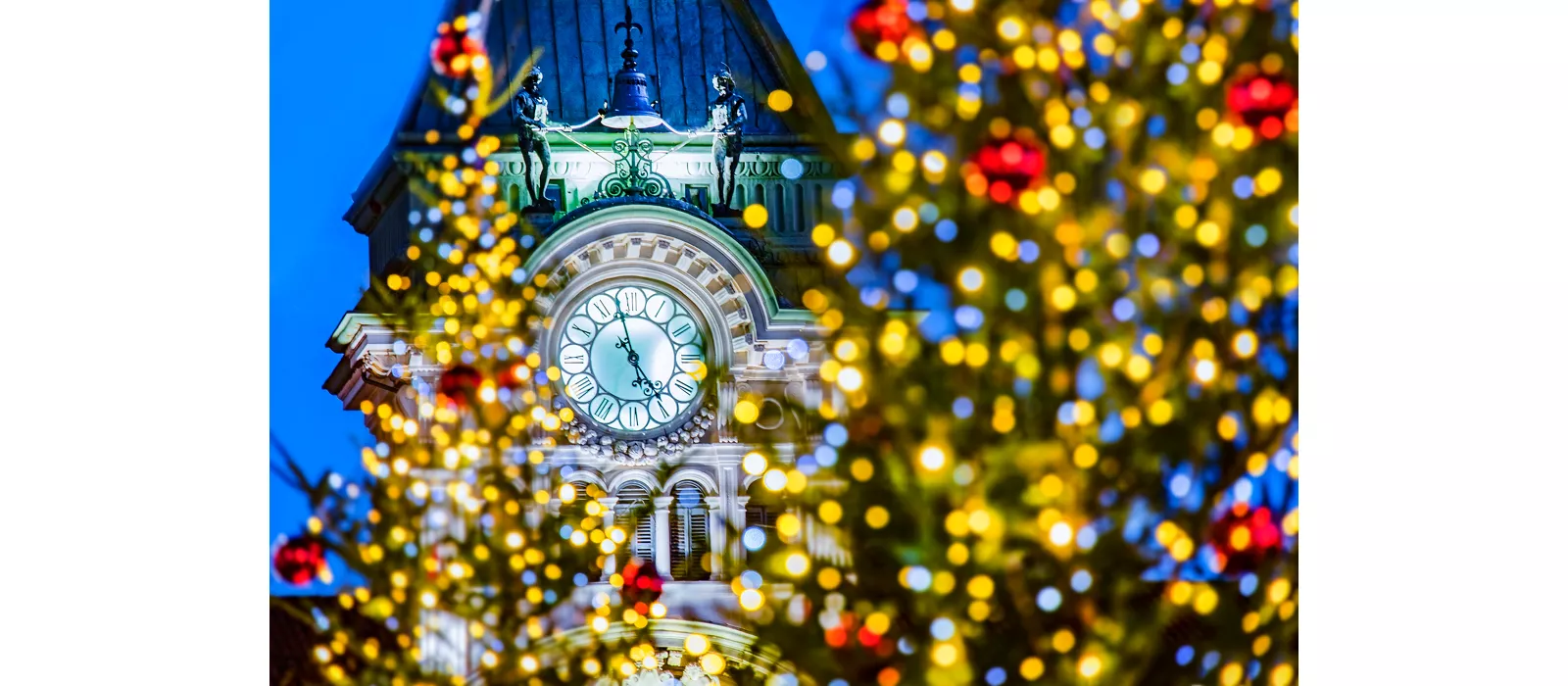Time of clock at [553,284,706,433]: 4:58
